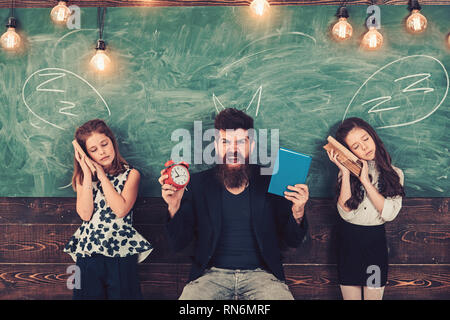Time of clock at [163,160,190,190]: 7:54
